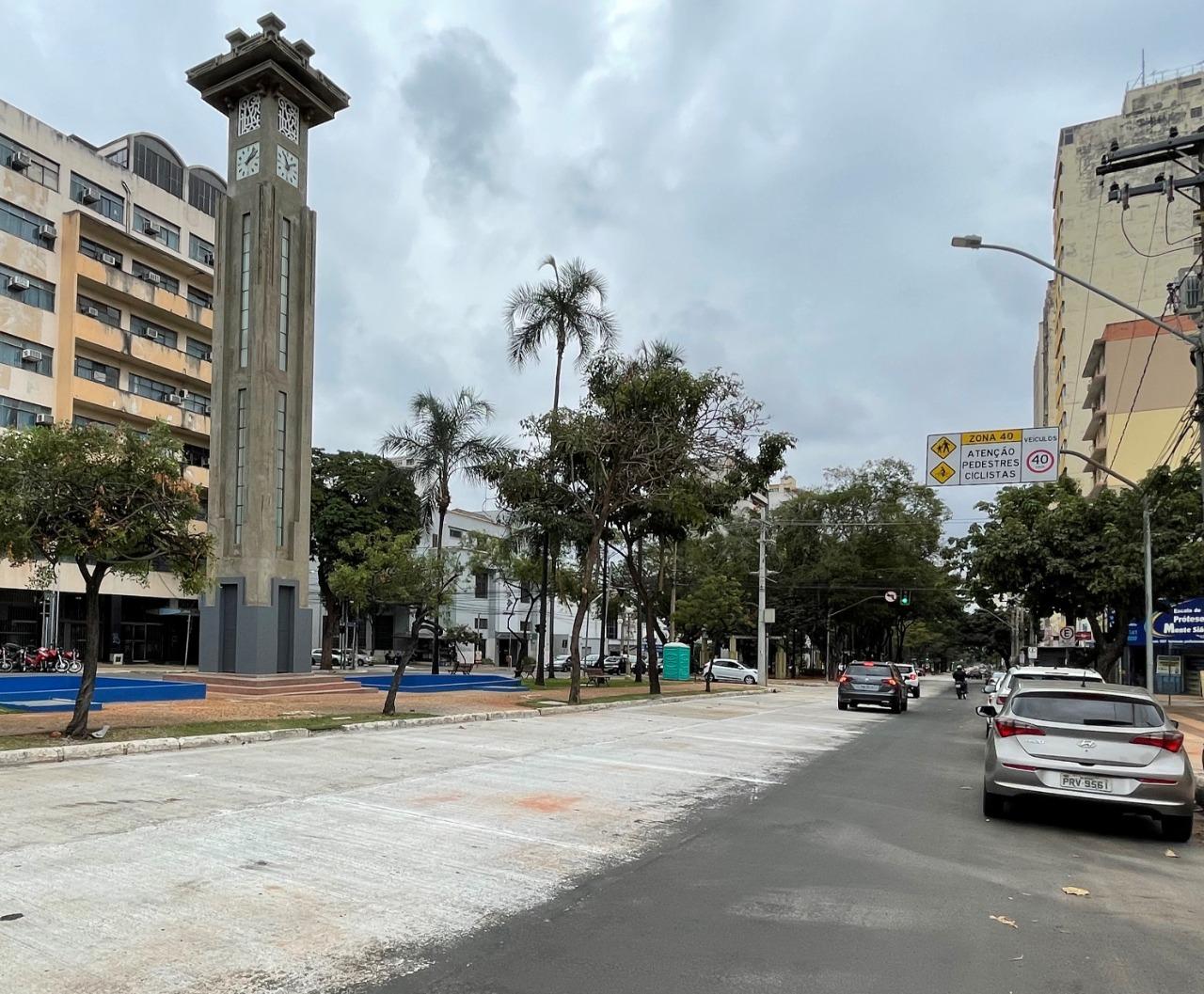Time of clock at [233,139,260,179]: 2:06
